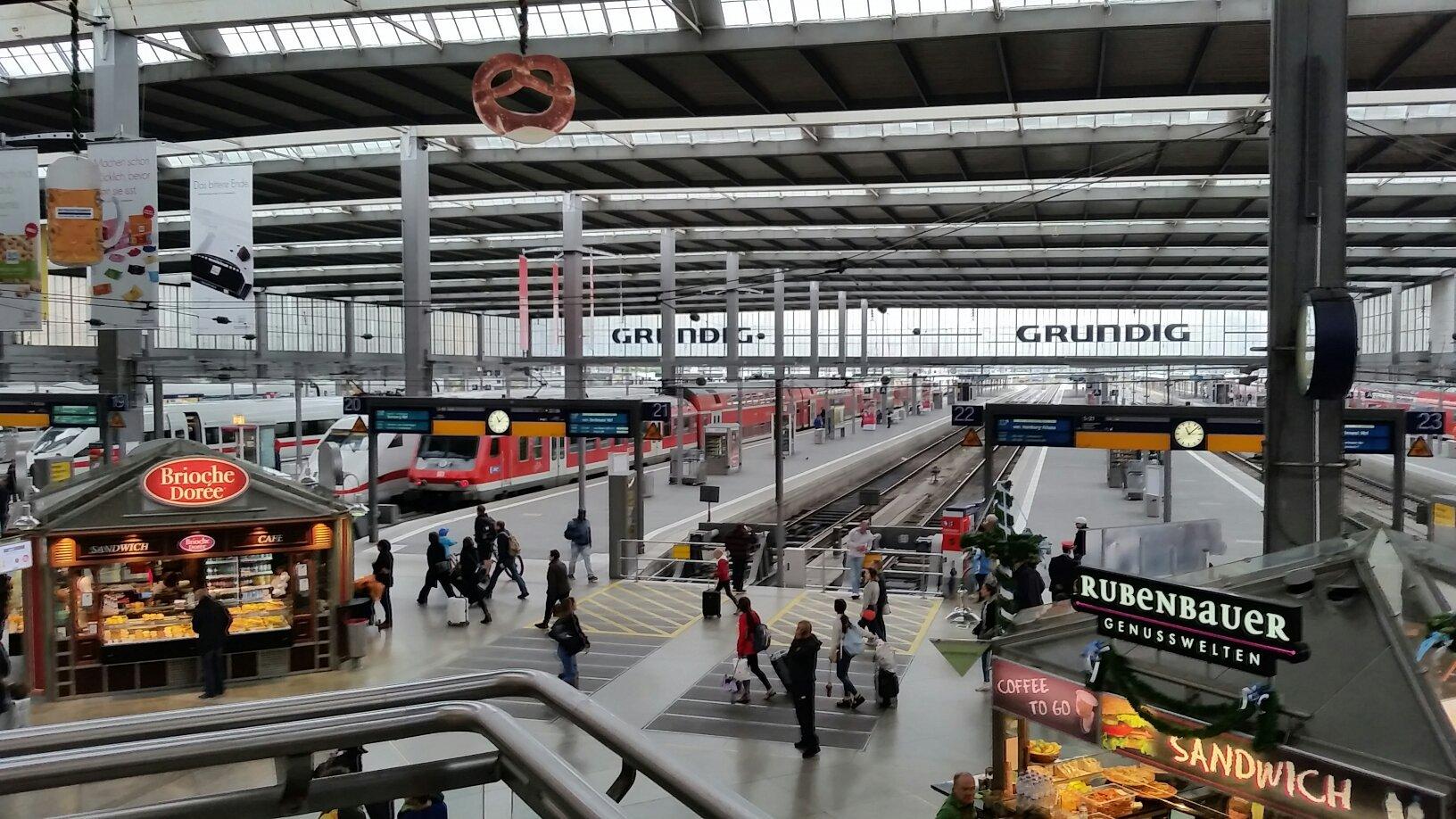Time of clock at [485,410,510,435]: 11:07
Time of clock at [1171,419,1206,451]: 11:08
